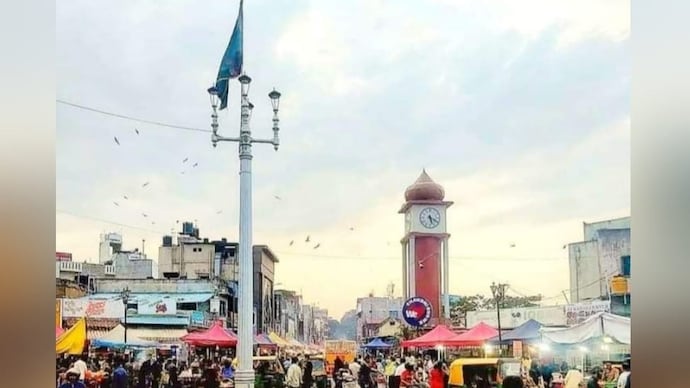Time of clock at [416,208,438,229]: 5:18
